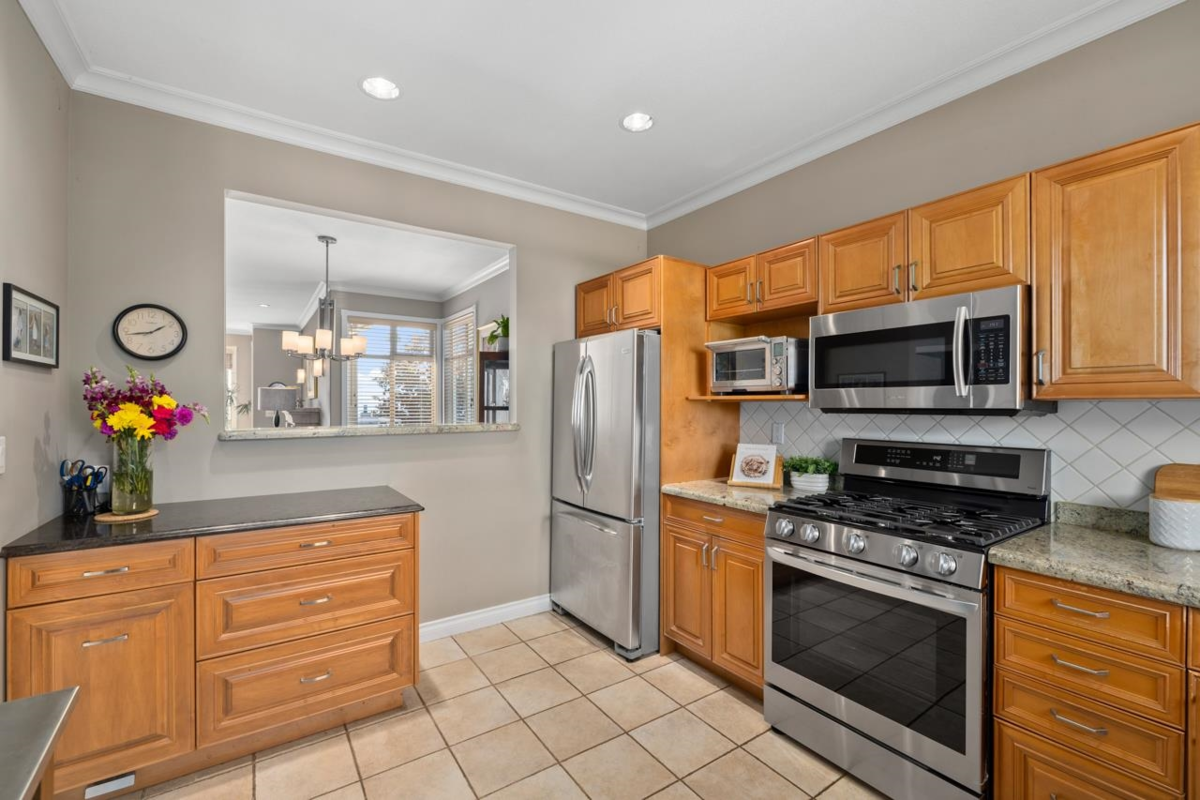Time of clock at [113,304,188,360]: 1:43
